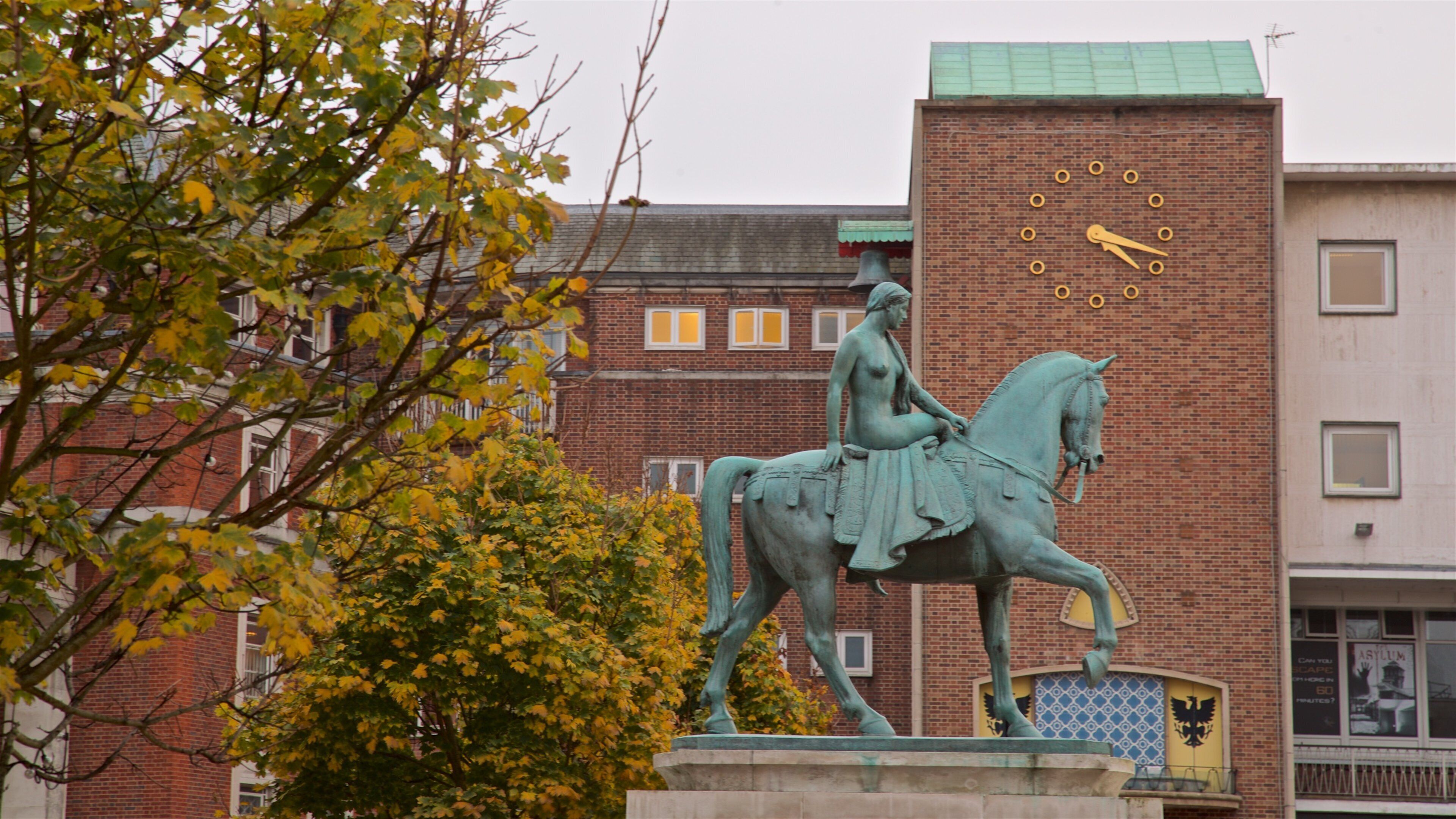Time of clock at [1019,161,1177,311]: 4:17
